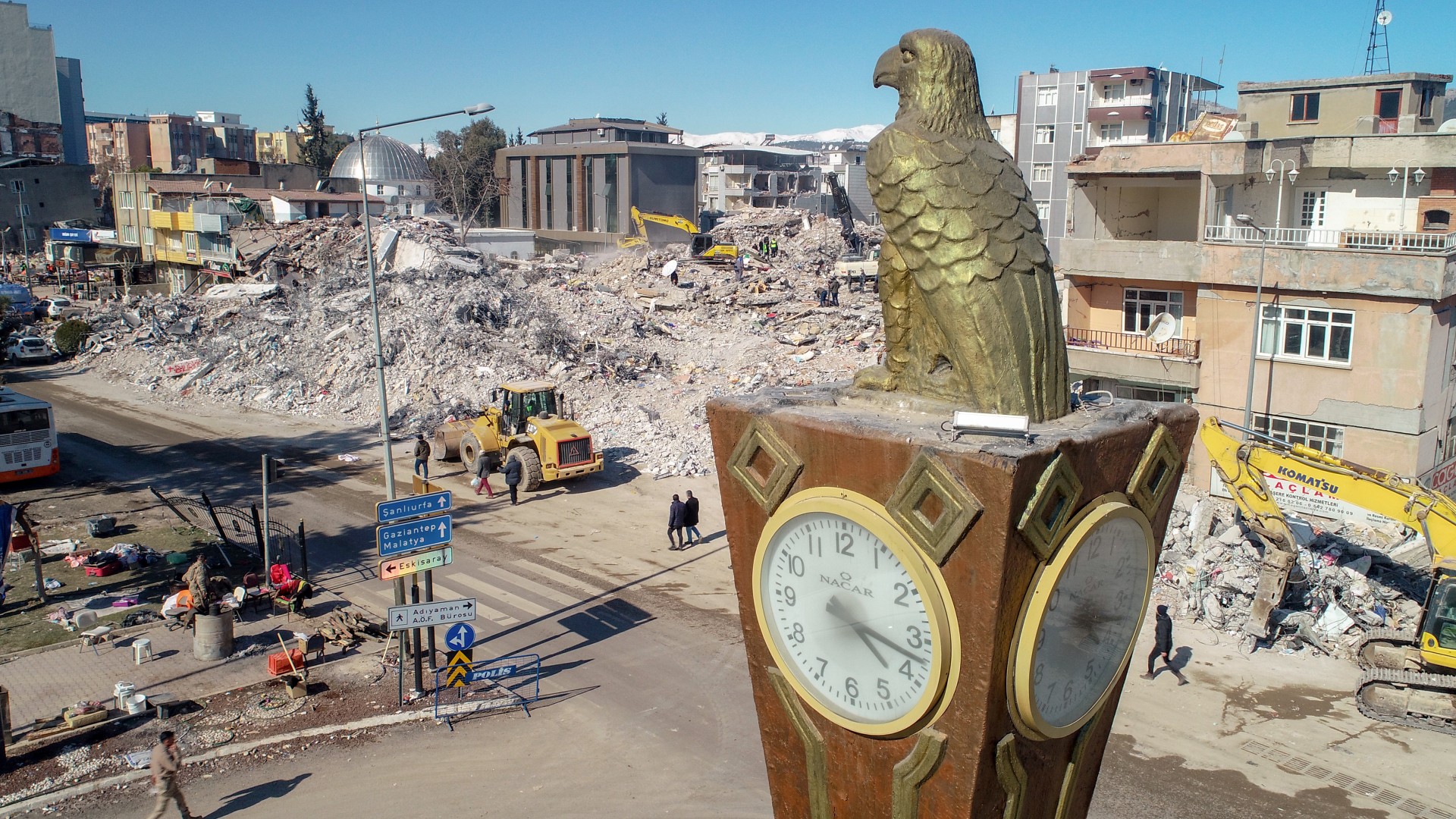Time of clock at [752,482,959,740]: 4:17
